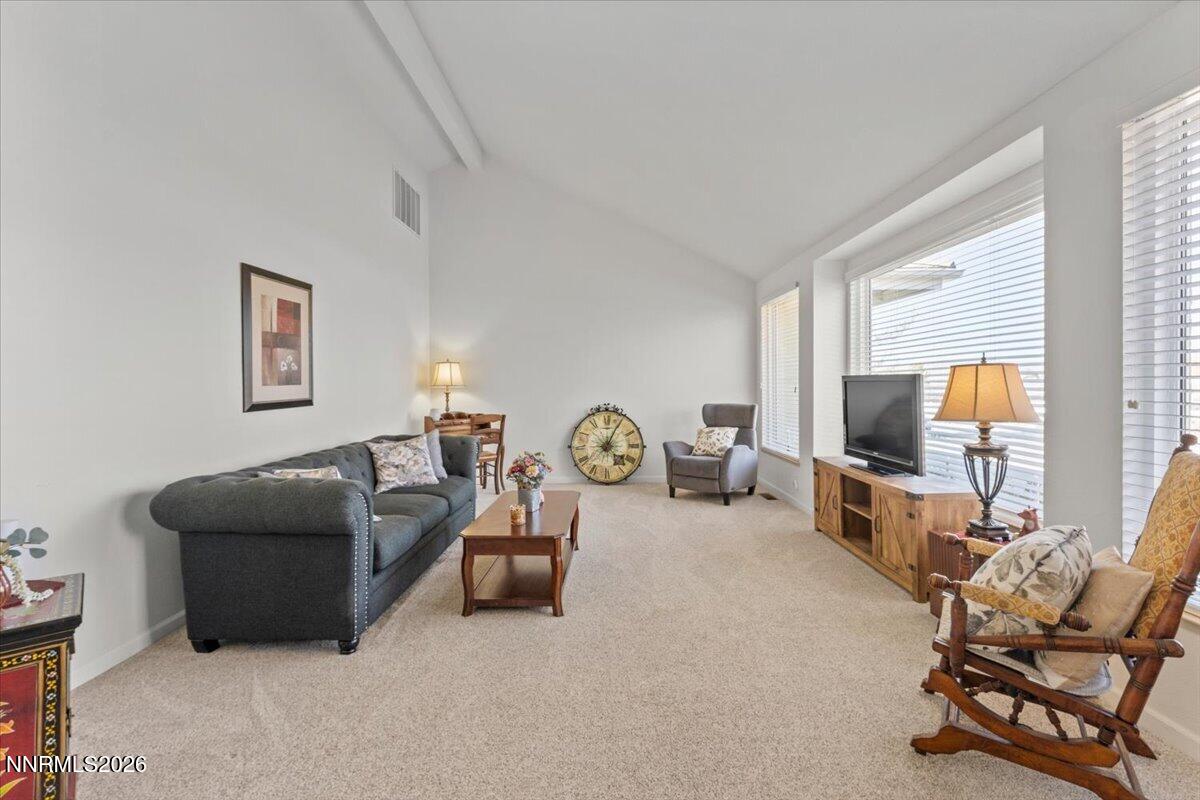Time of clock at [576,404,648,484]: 4:04
